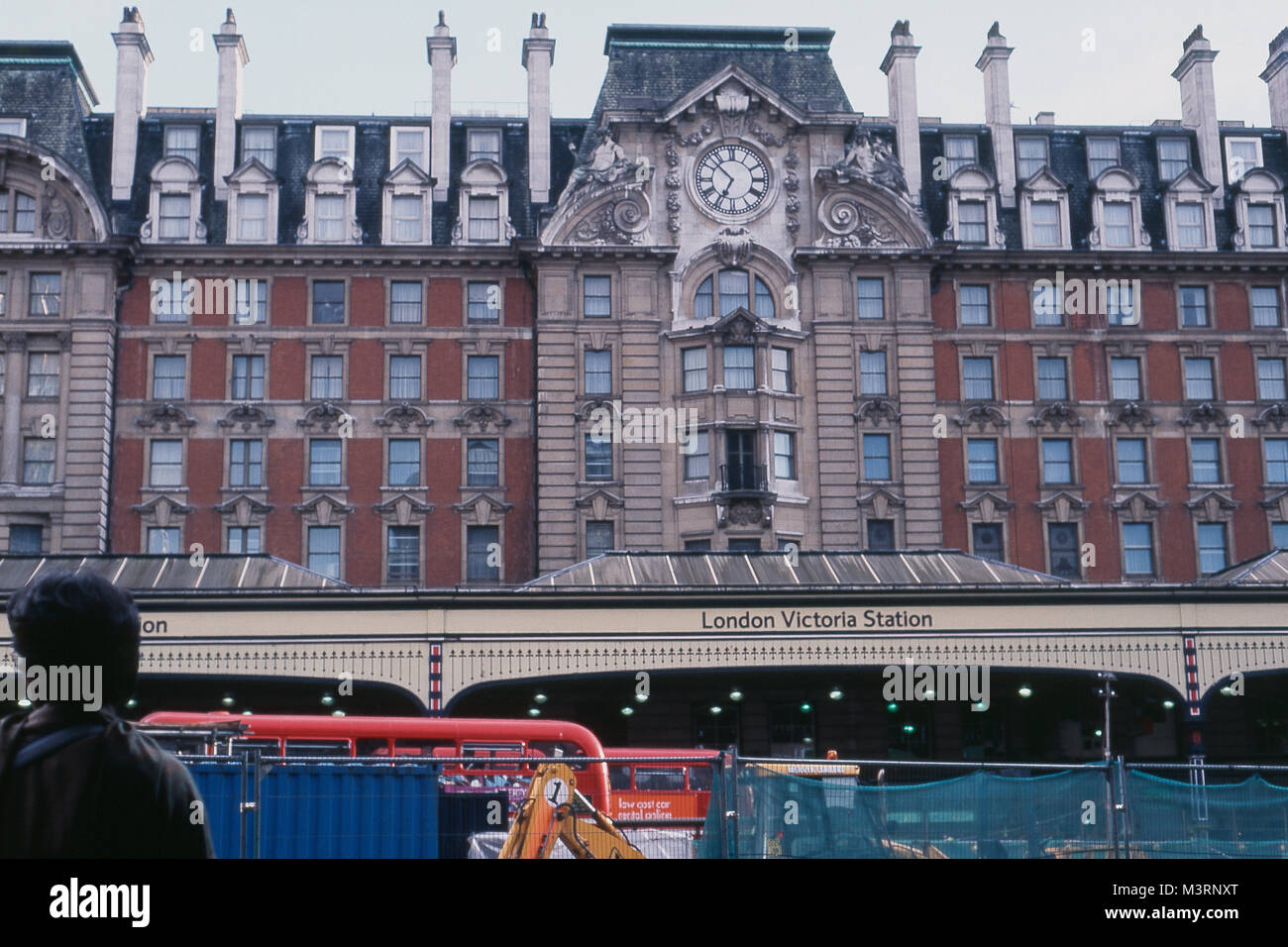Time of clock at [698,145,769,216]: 6:52
